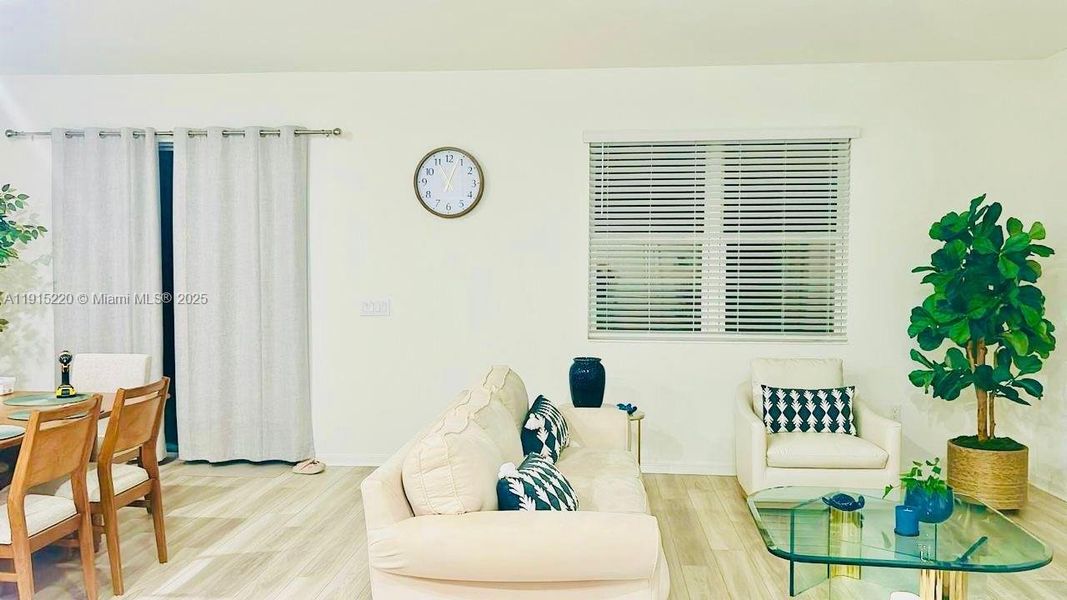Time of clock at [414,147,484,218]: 11:03
